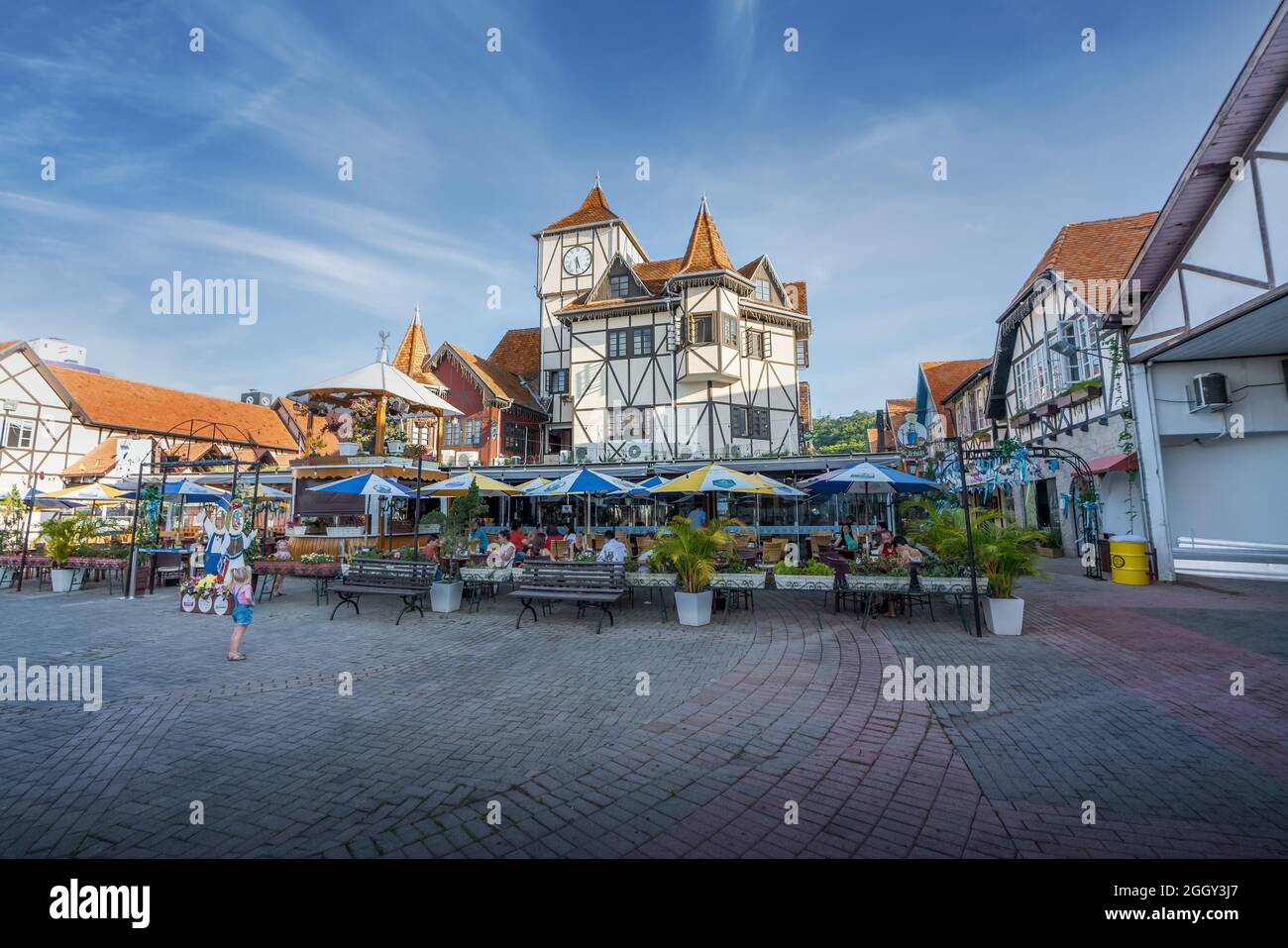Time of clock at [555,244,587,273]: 5:30
